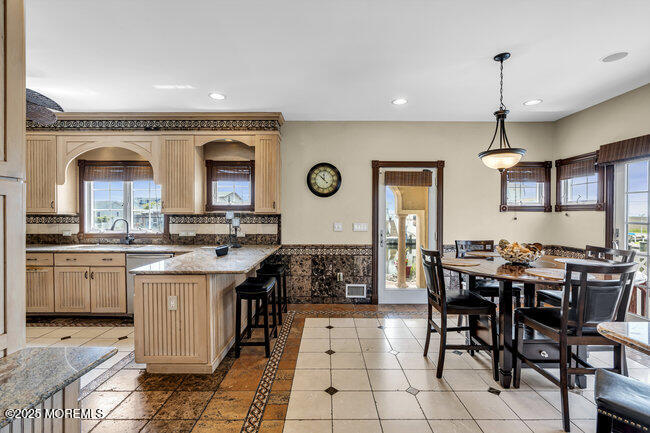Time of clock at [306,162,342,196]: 11:52
